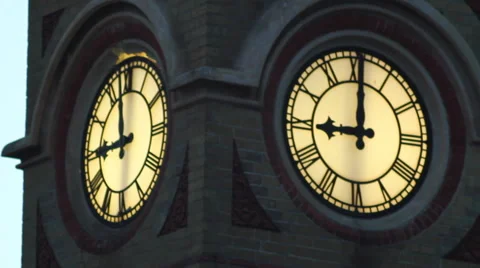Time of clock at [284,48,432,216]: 9:00
